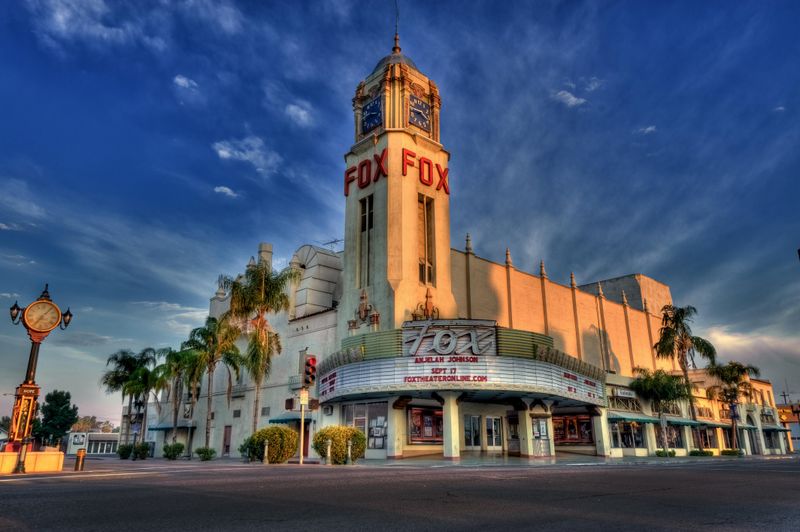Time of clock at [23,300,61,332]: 7:06
